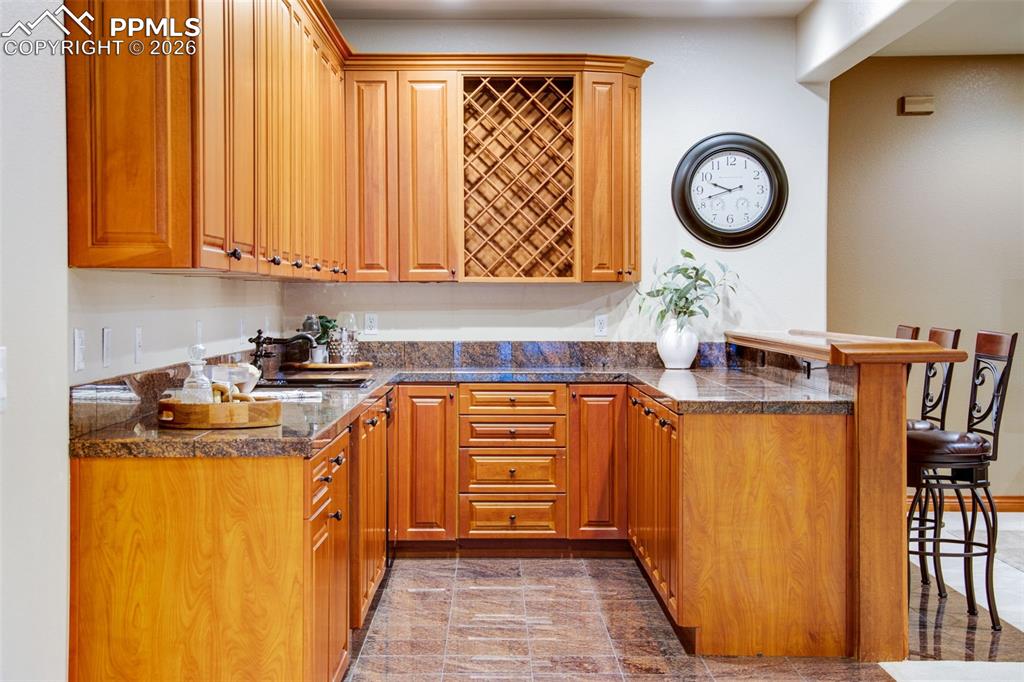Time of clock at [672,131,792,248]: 9:42
